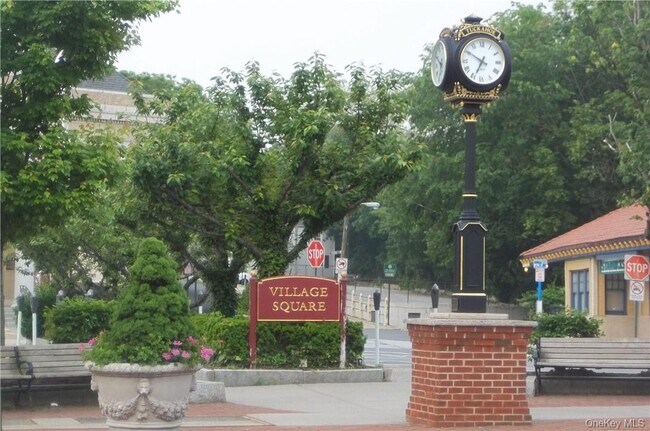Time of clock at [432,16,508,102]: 6:50
